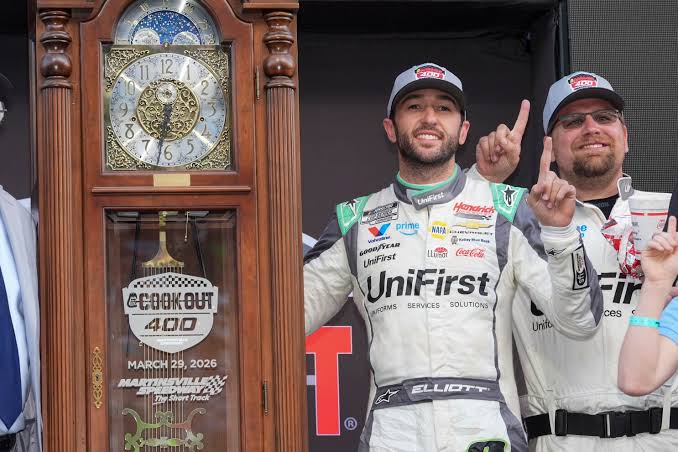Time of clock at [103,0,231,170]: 6:32
